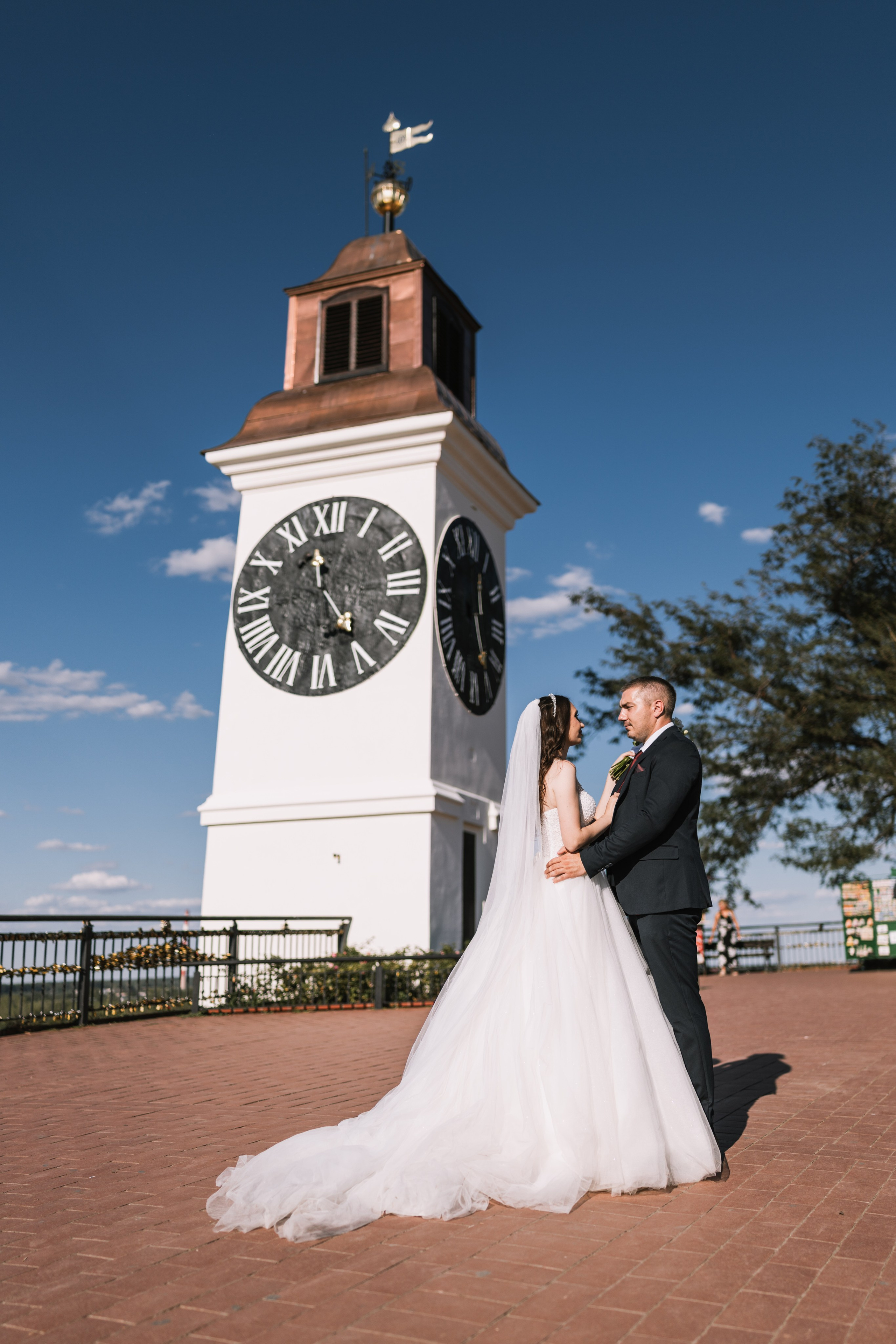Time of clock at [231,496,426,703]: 11:24
